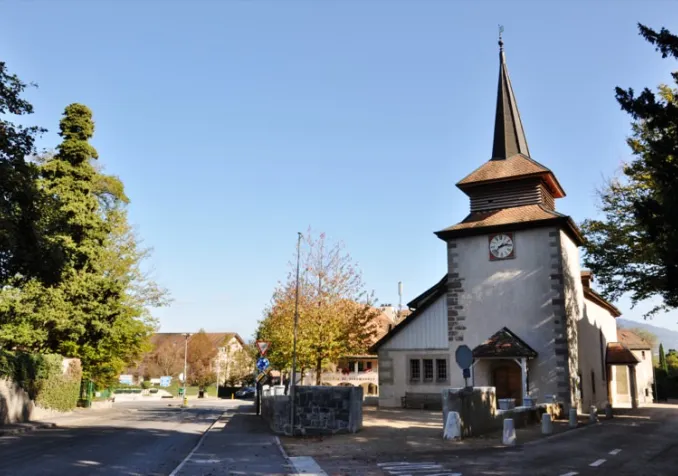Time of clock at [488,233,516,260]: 2:38
